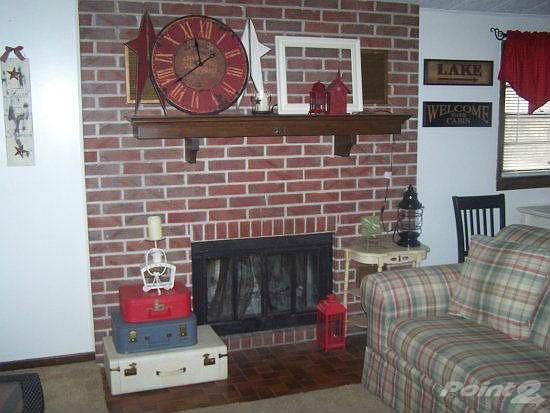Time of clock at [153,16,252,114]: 11:37
